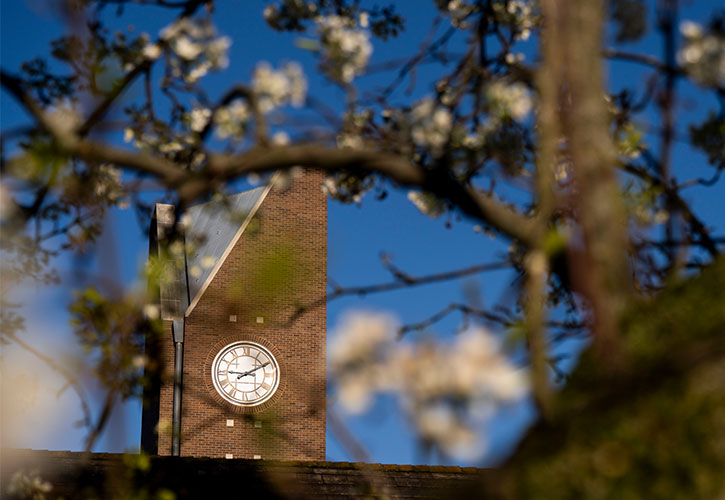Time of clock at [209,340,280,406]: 9:10
